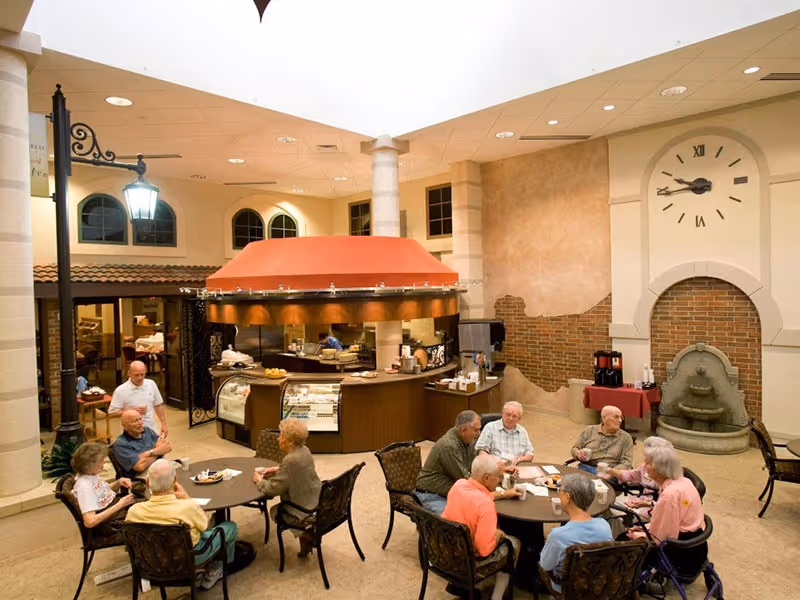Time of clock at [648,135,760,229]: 9:43
